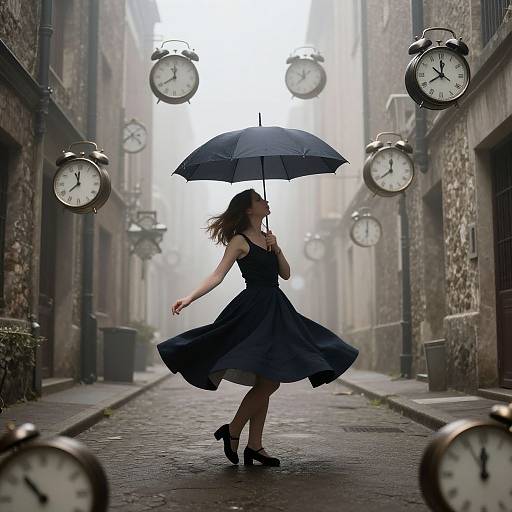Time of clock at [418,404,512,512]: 11:55
